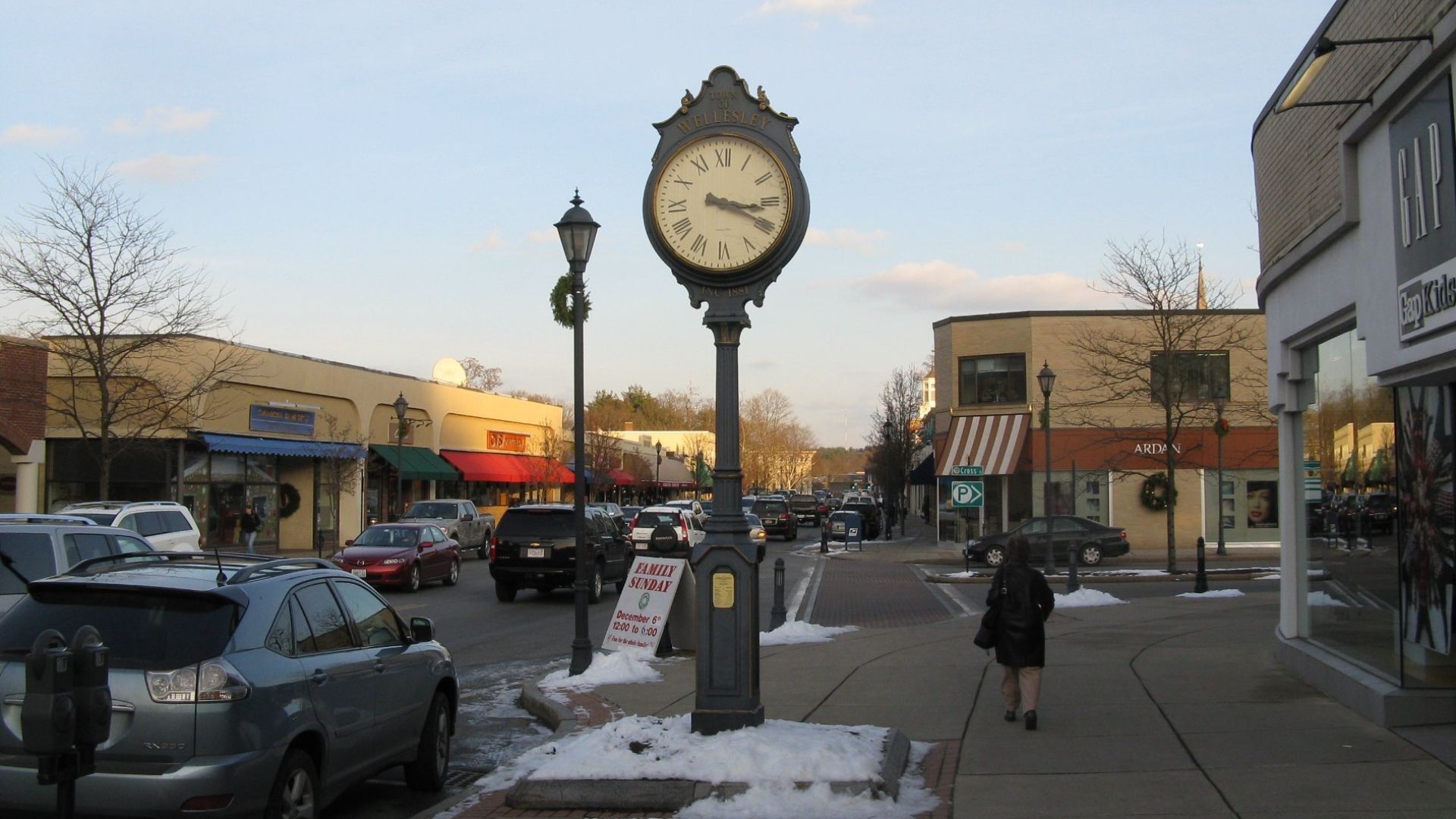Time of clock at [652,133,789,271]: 3:19
